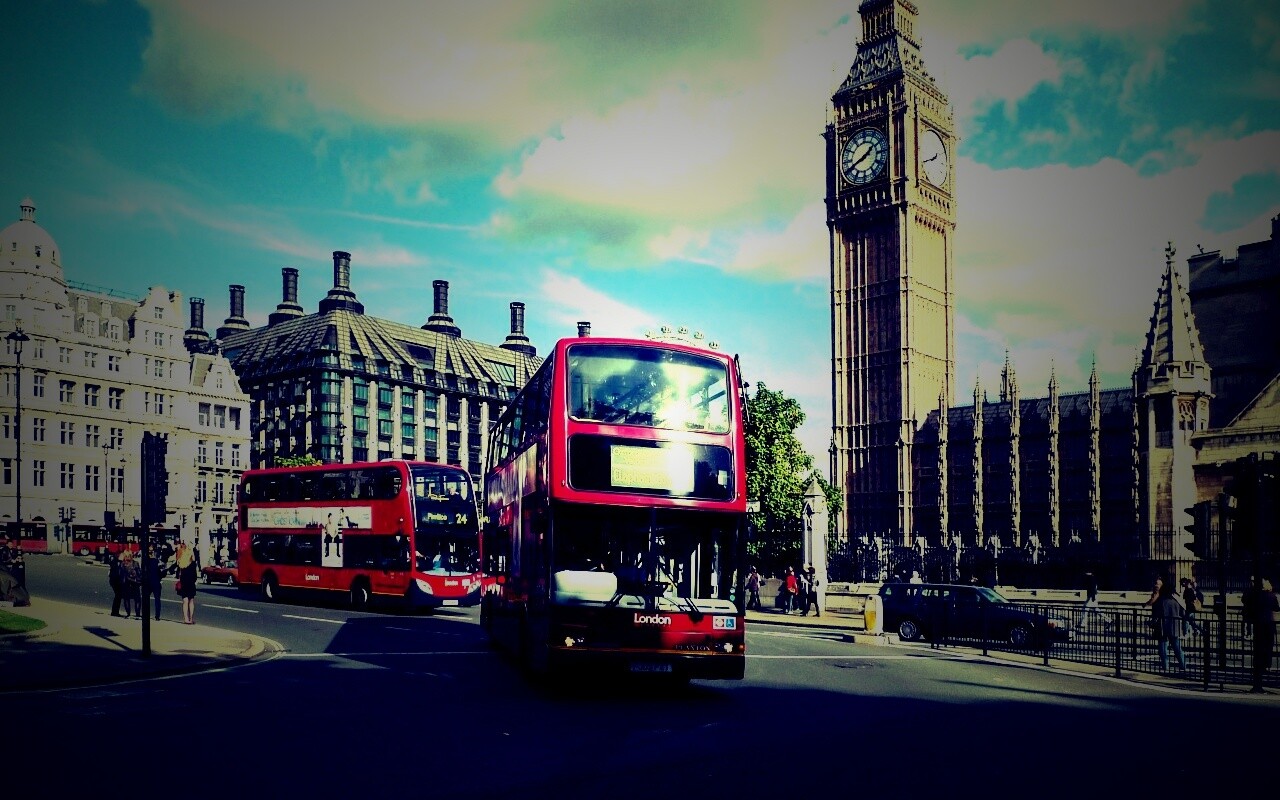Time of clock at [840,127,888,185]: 1:41
